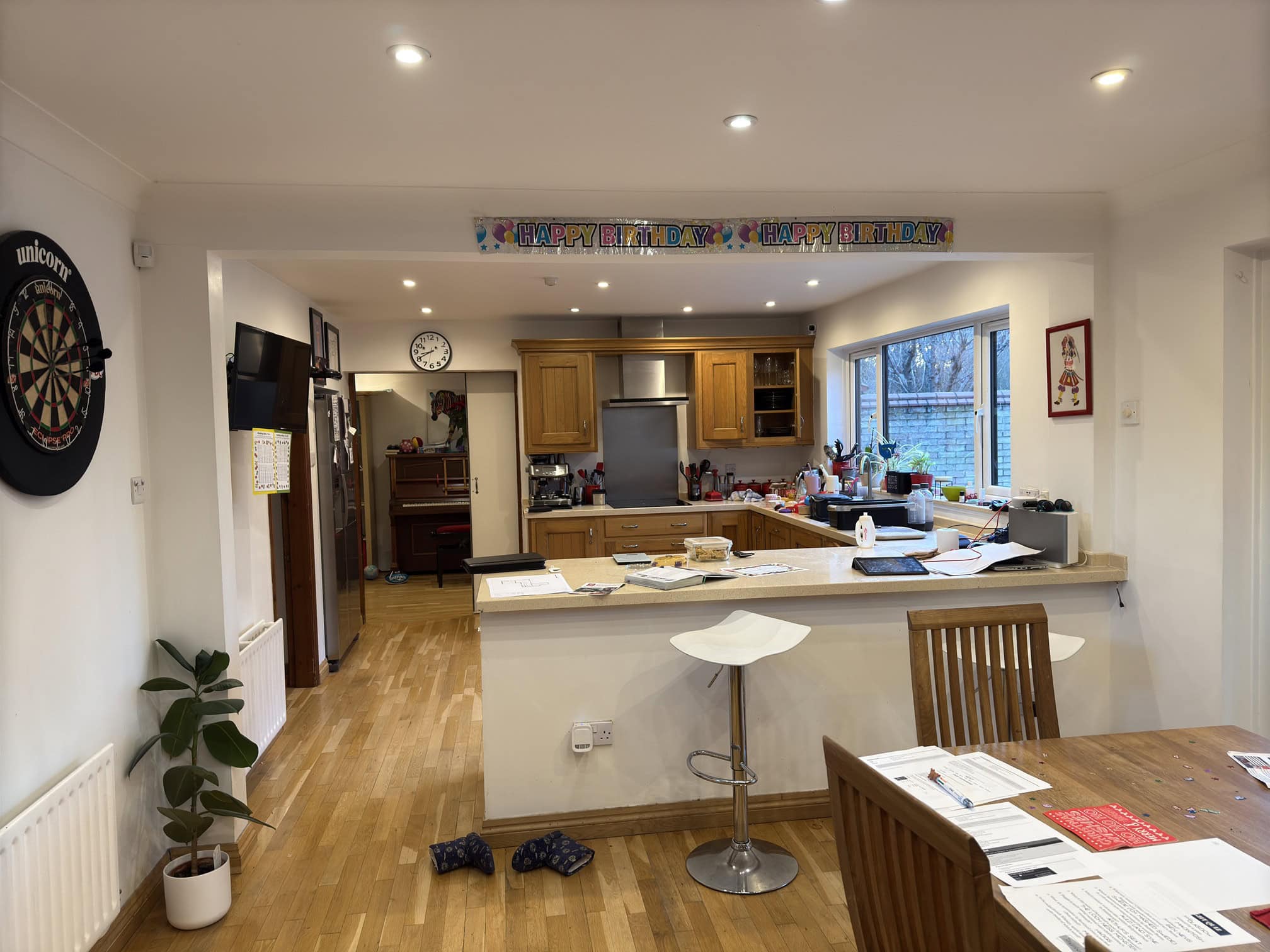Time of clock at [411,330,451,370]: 8:40
